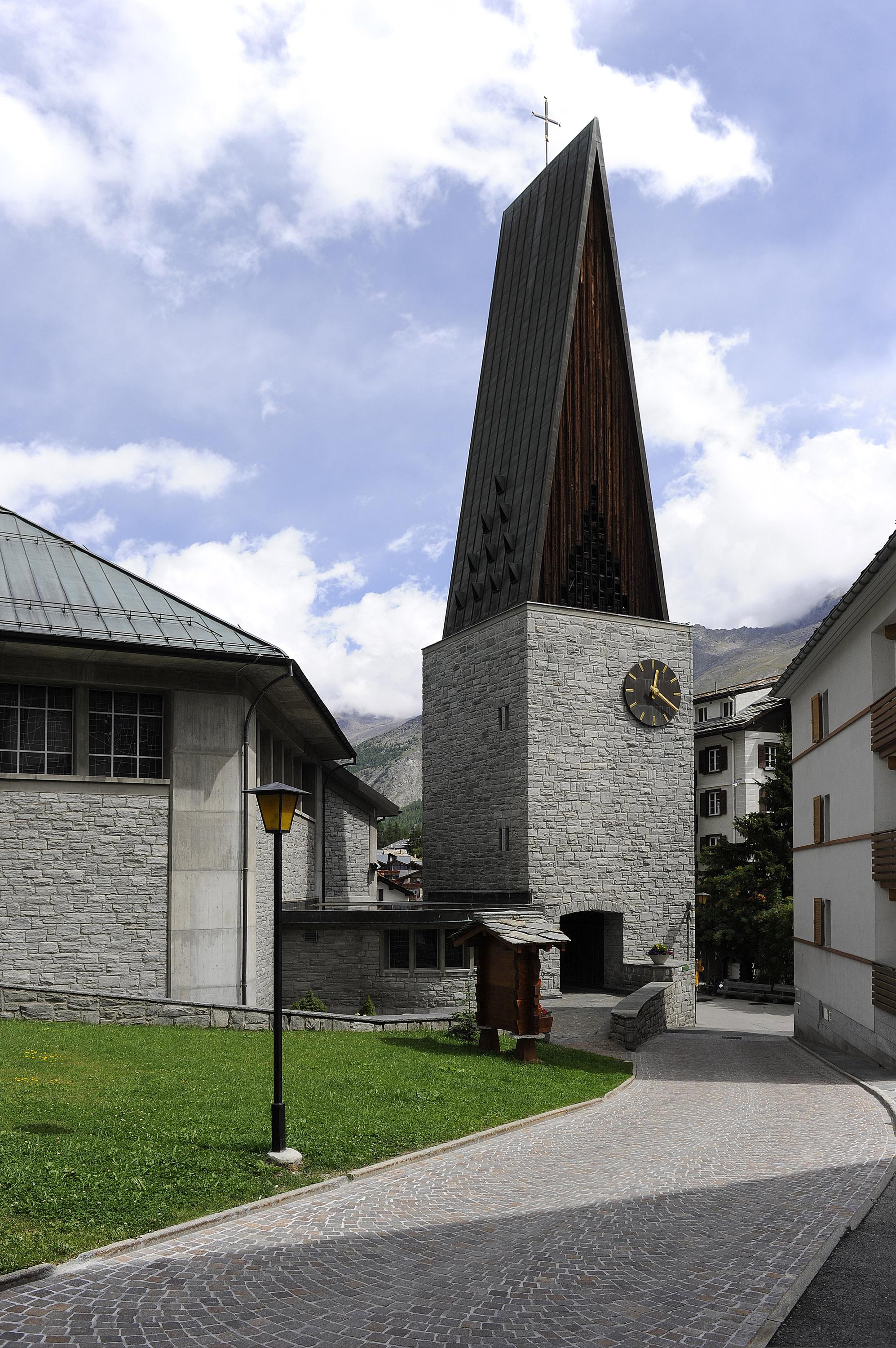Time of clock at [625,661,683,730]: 12:20
